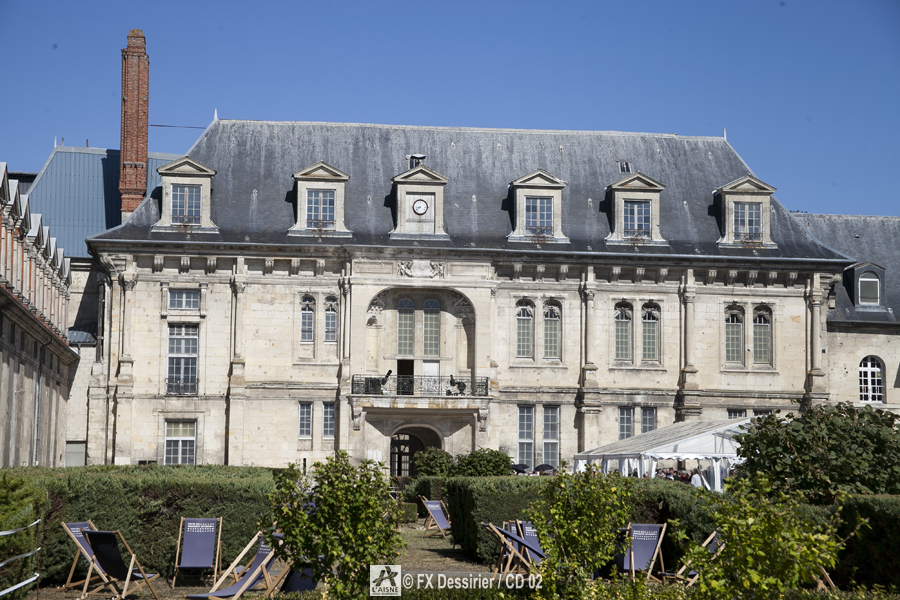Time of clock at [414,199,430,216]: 8:38
